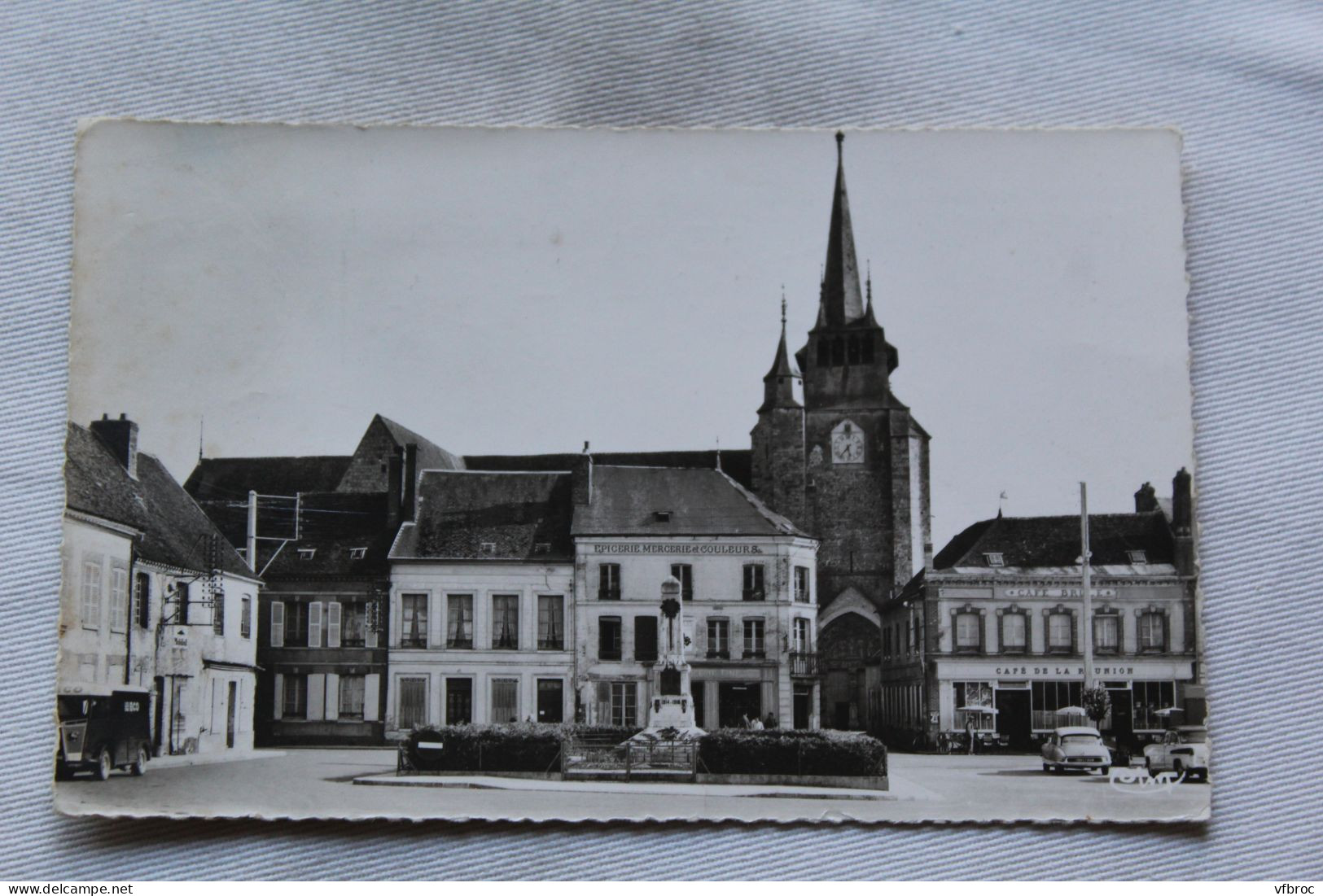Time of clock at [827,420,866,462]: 5:36
